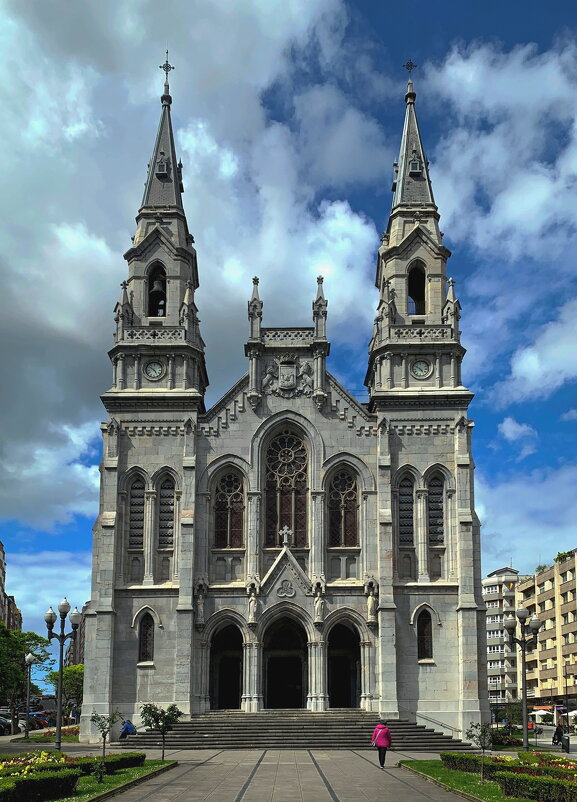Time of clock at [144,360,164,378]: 4:51
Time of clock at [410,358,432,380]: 4:50
